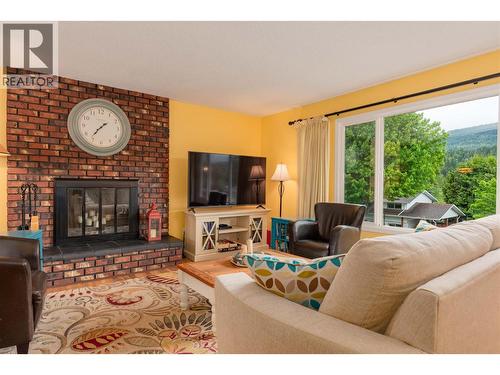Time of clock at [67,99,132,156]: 1:36
